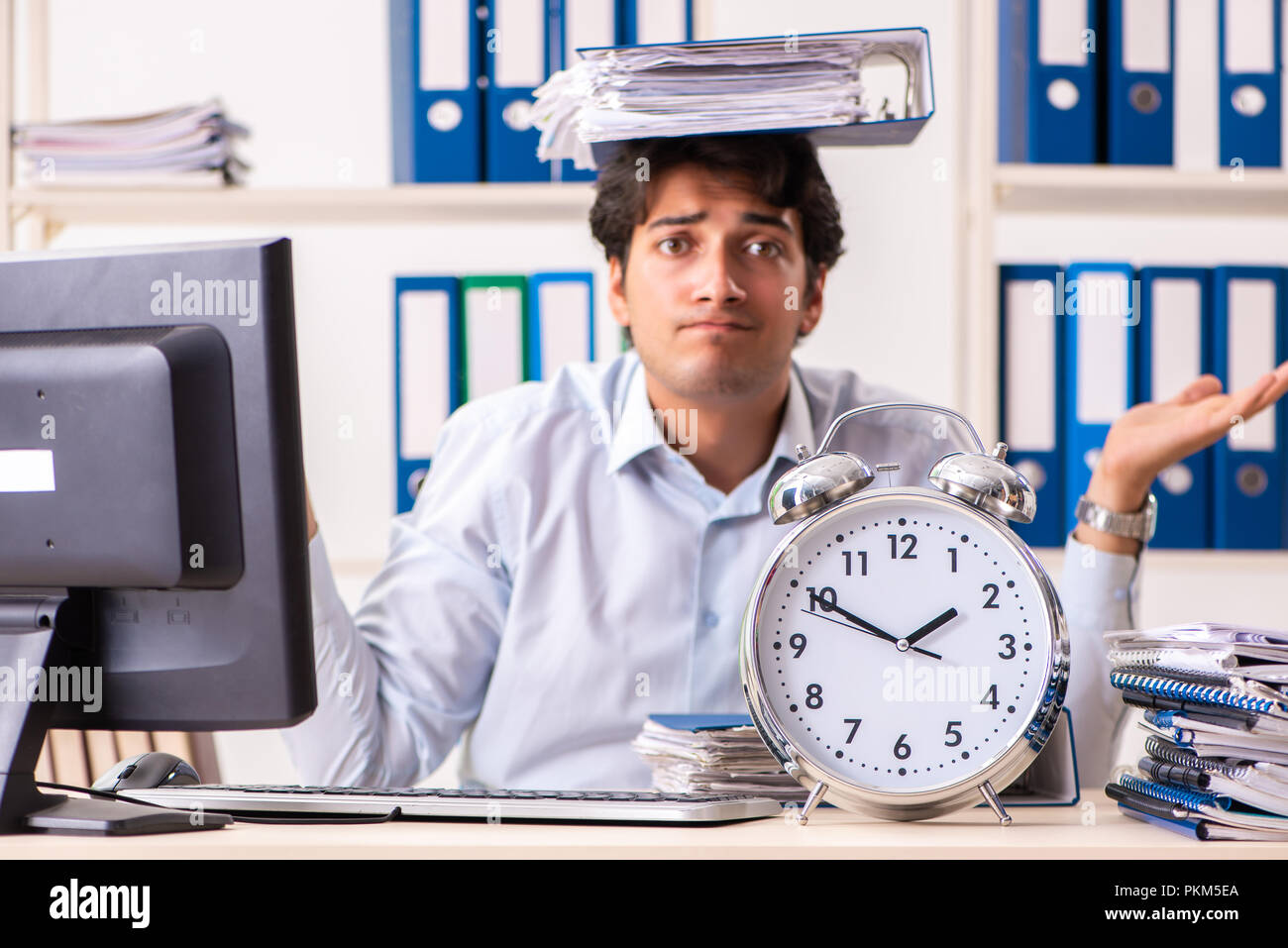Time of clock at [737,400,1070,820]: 1:50
